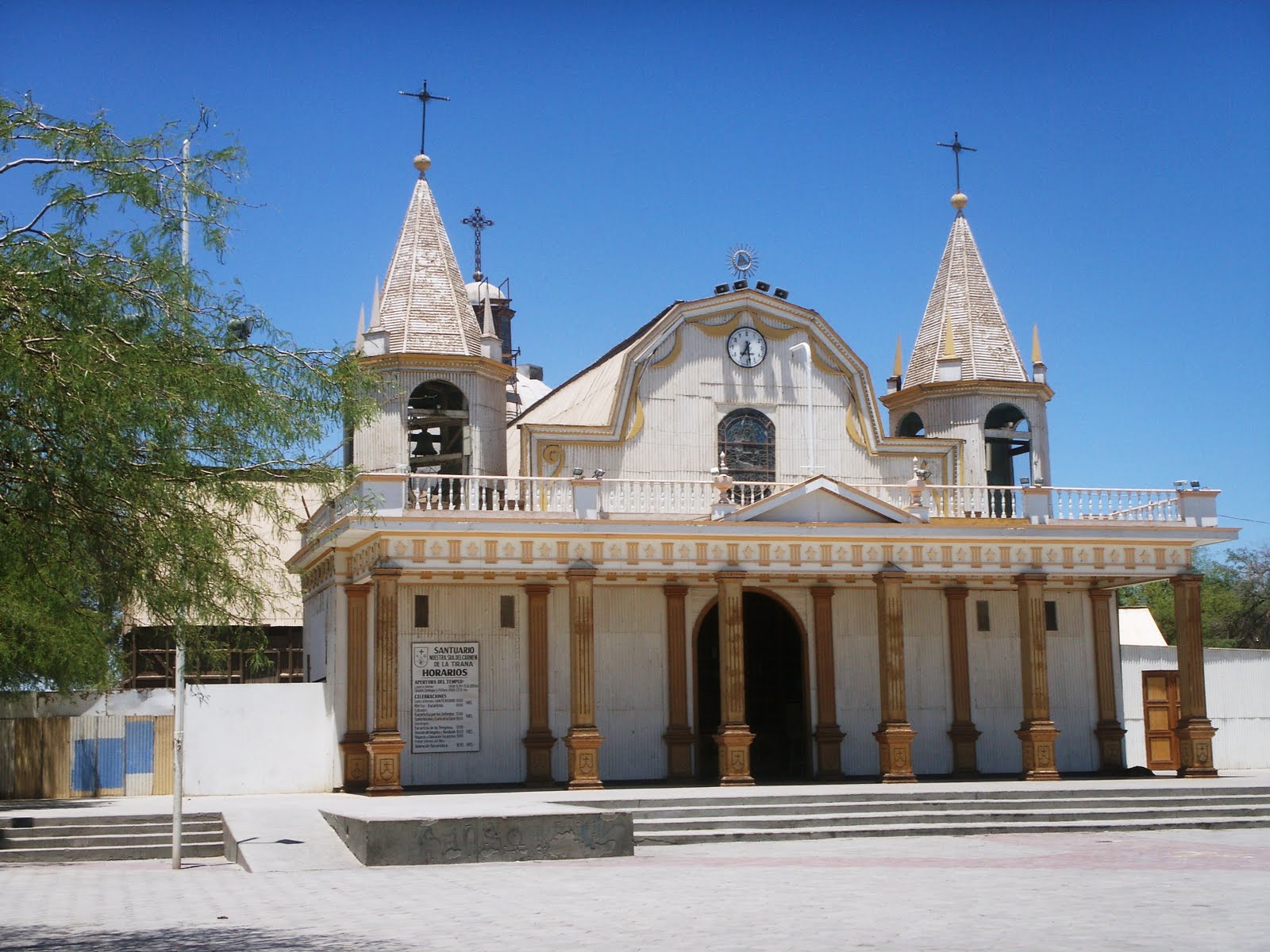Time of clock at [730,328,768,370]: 7:28
